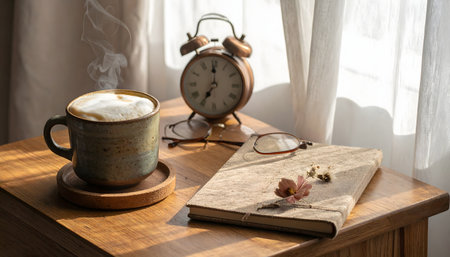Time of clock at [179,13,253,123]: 7:00
